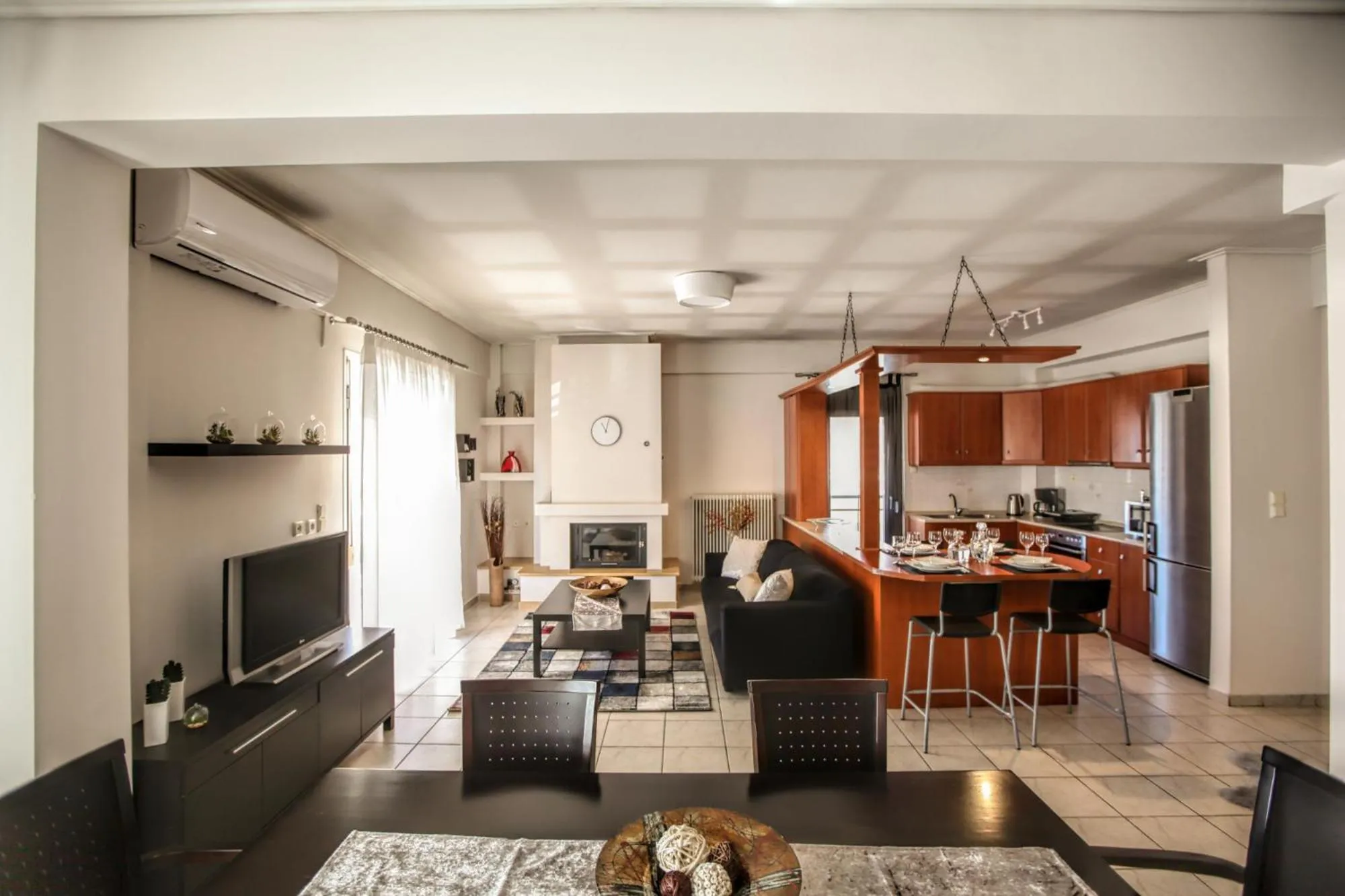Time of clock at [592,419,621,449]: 11:02
